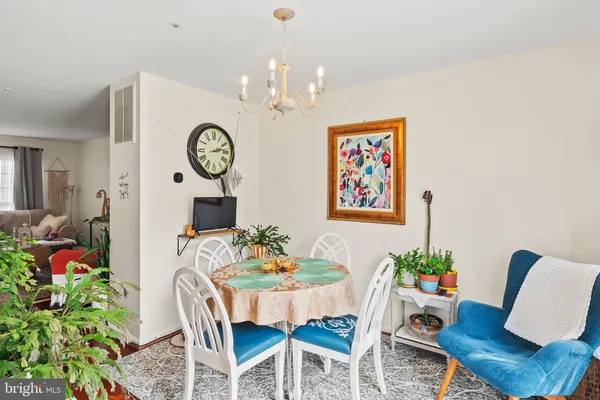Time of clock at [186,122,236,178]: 2:13
